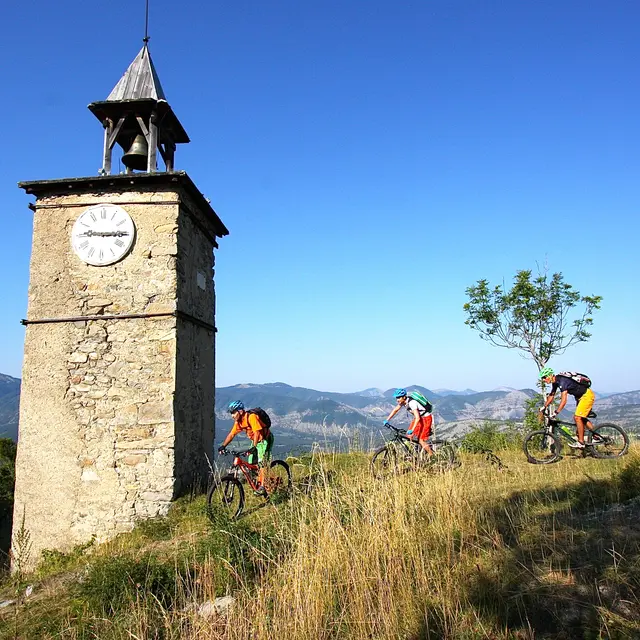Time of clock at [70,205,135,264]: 9:15
